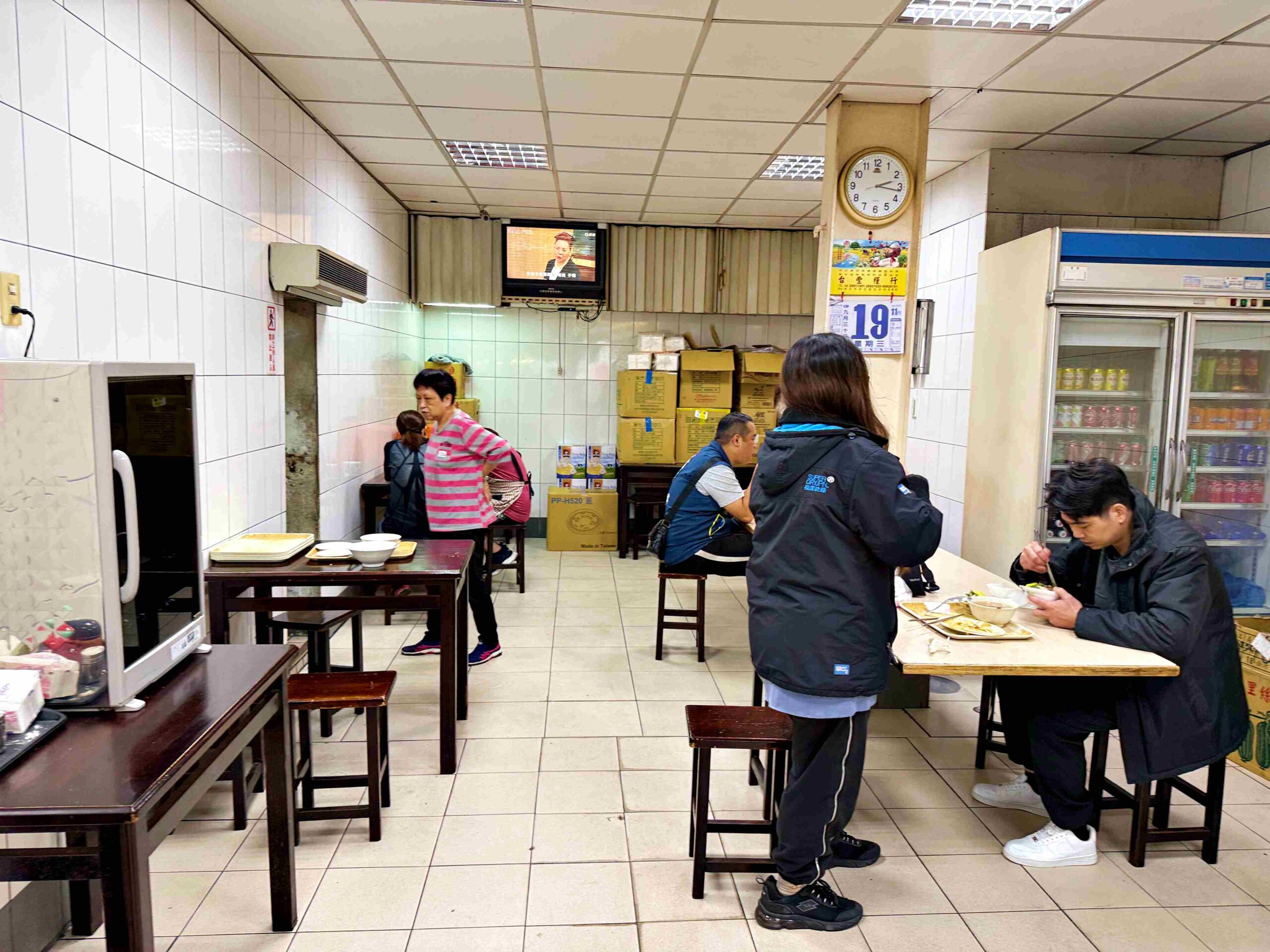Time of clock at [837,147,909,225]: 2:16
